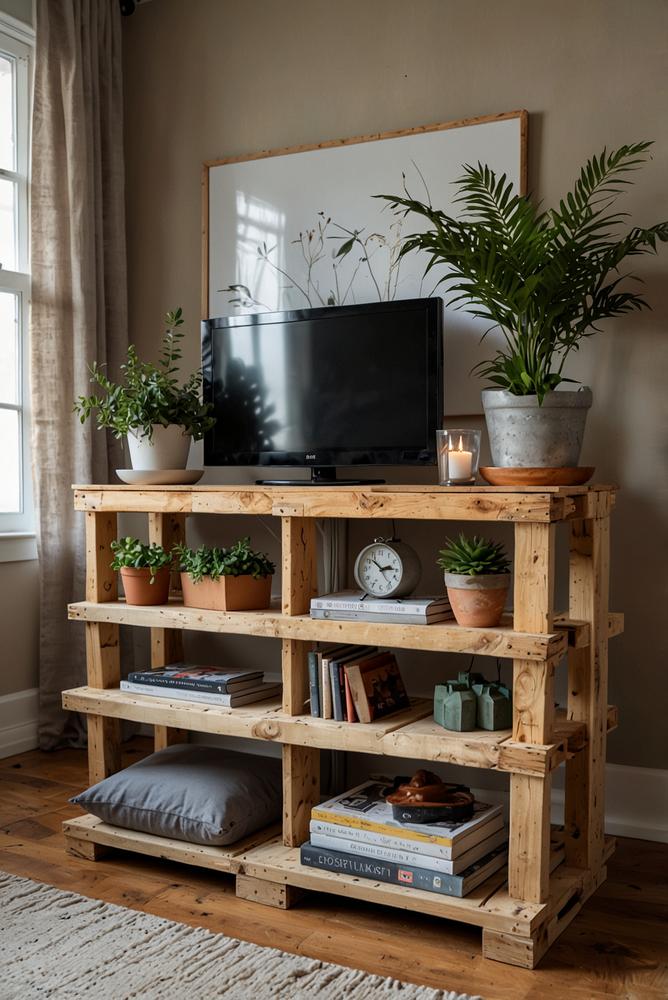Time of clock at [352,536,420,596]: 2:52
